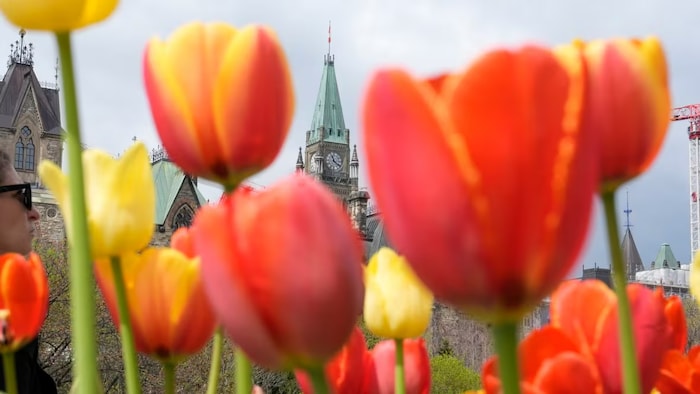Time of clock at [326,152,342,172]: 11:21
